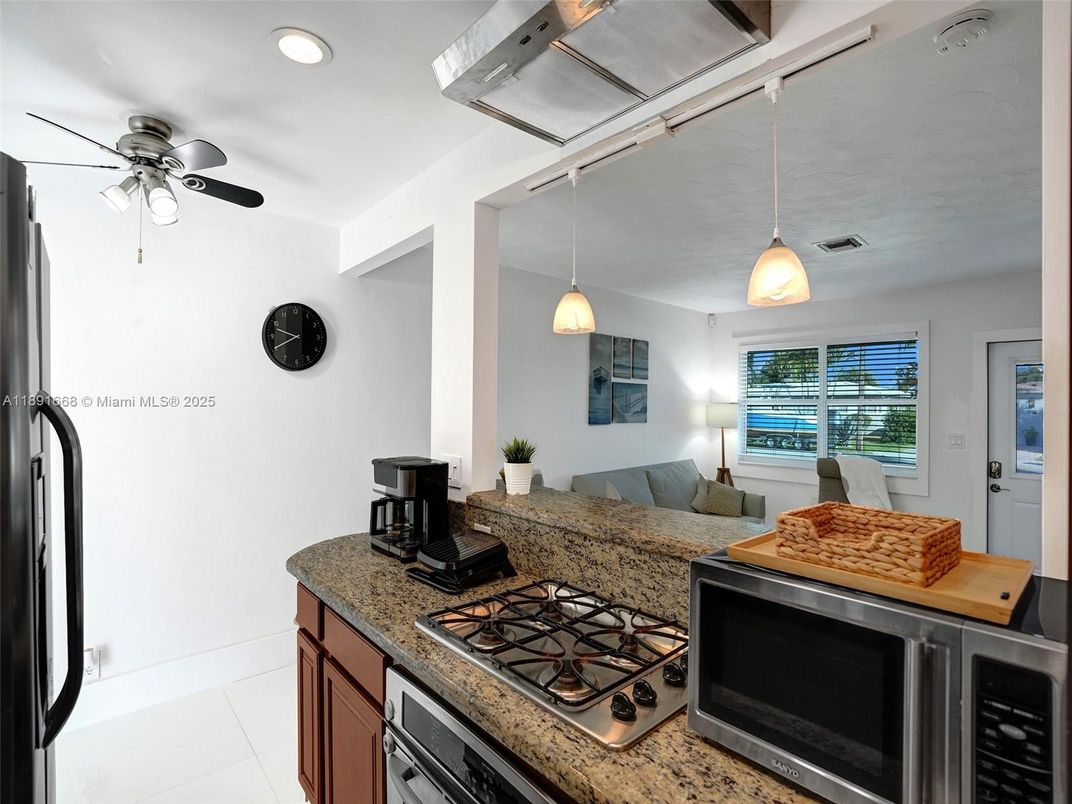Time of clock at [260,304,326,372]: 9:40
